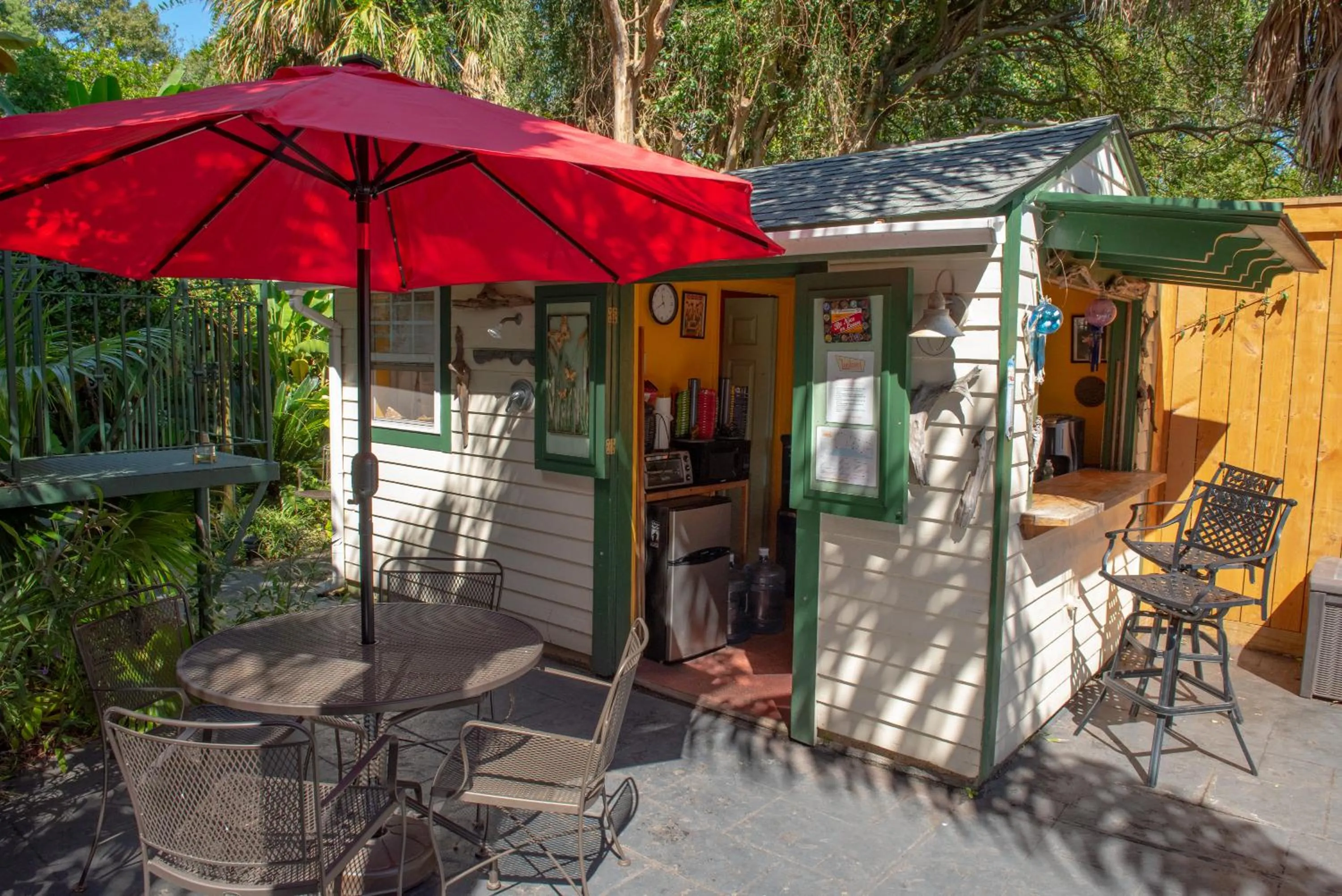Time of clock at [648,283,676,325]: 11:40
